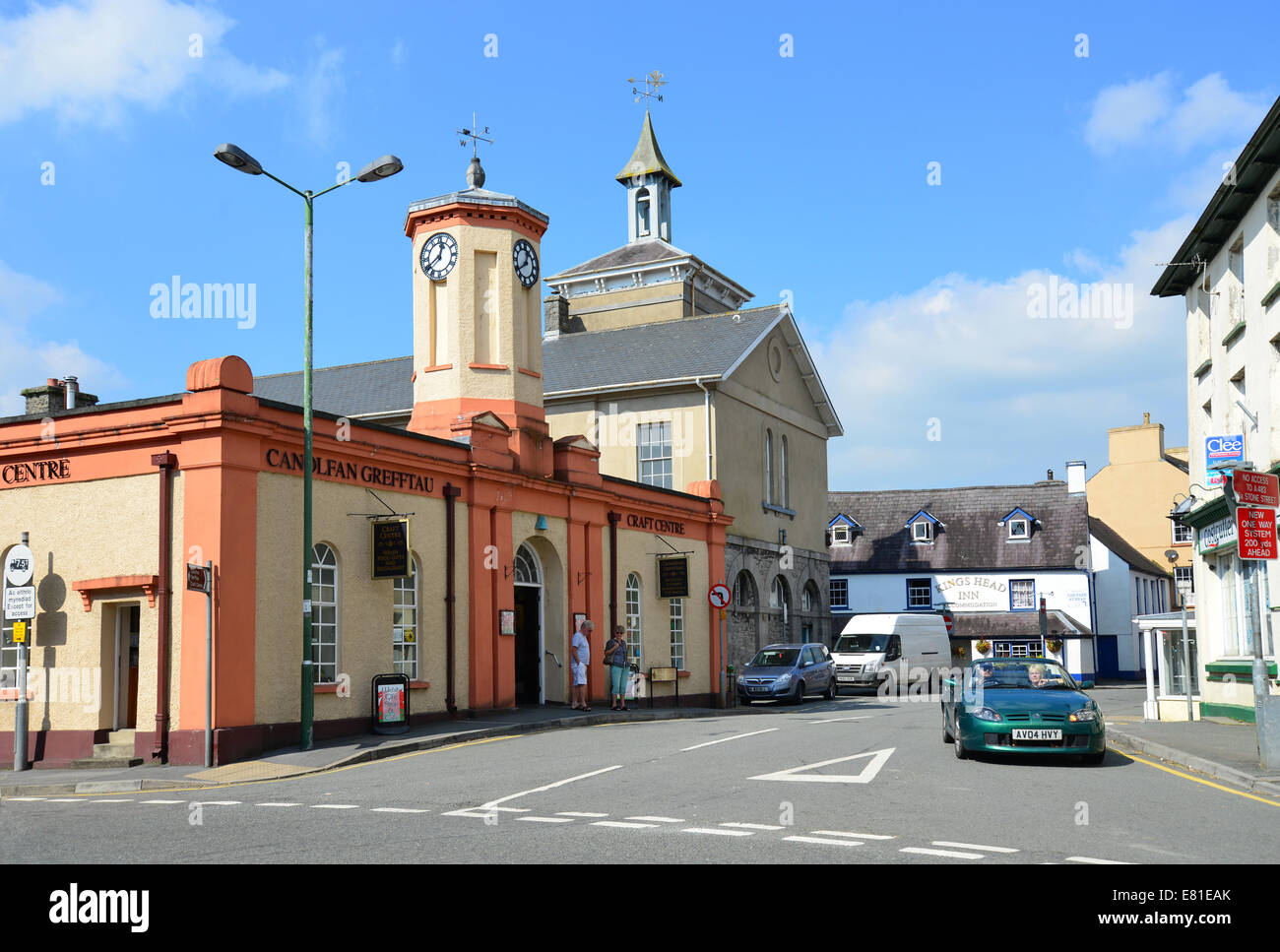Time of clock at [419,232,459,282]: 12:39
